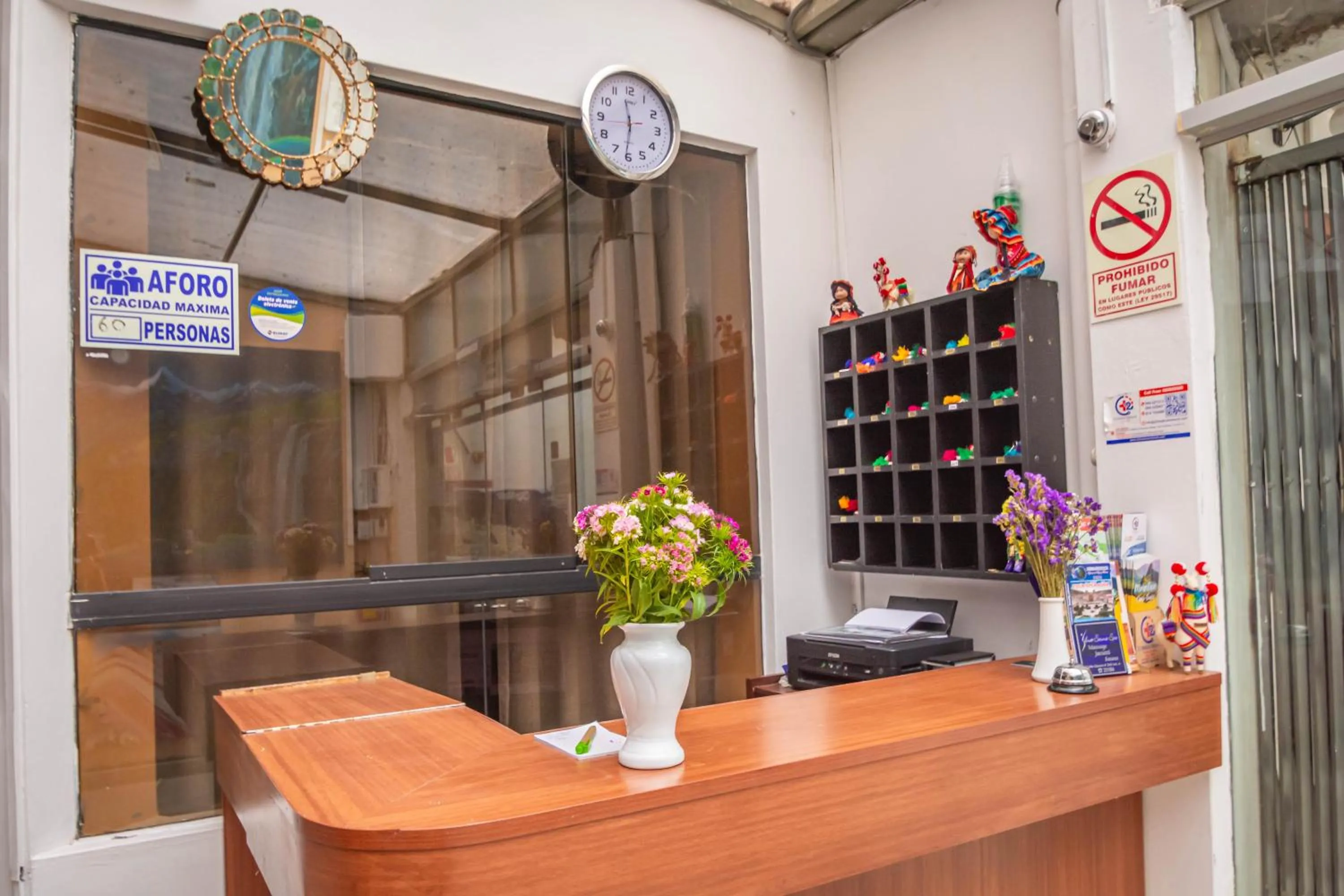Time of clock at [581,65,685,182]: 11:31
